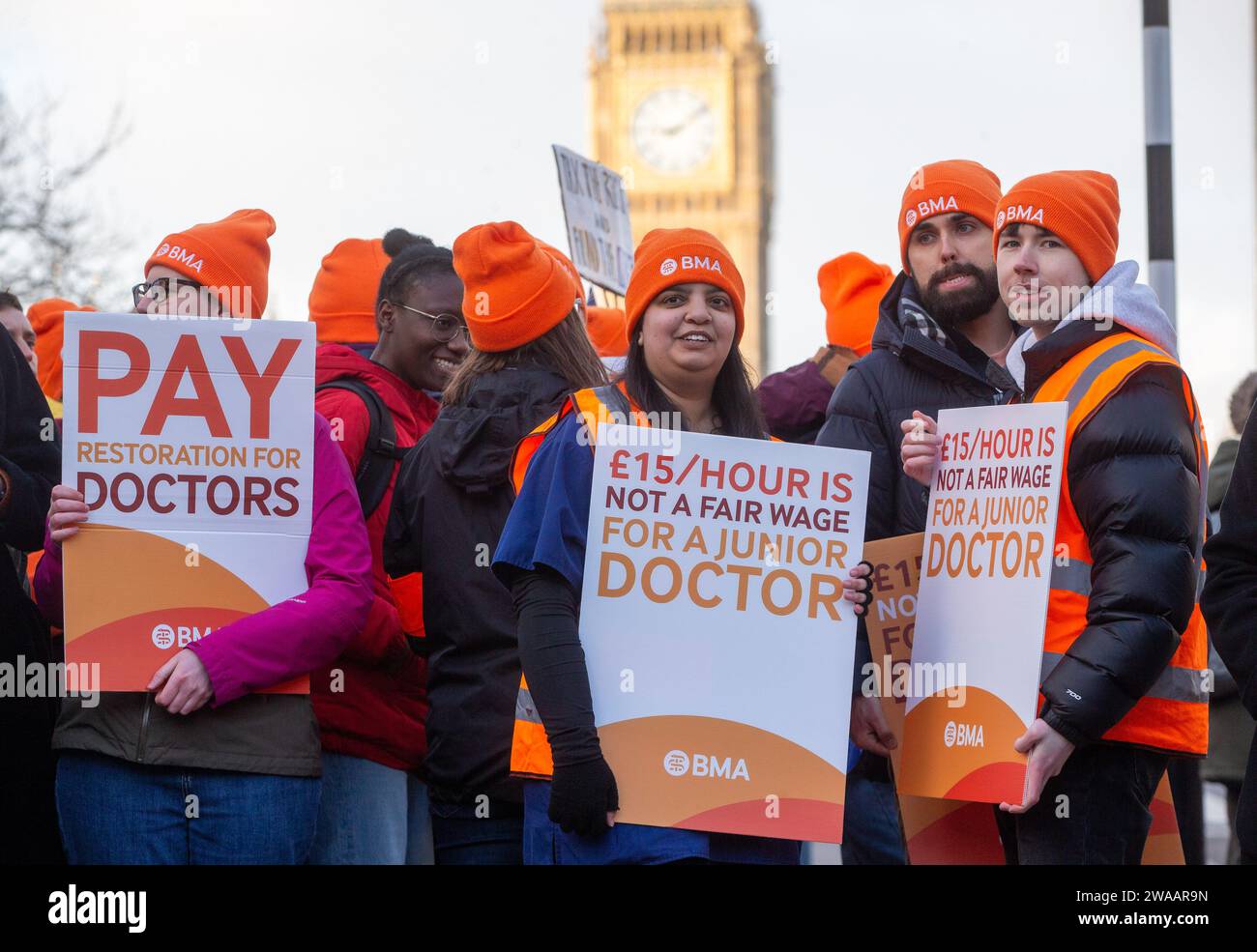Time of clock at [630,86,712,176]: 9:09
